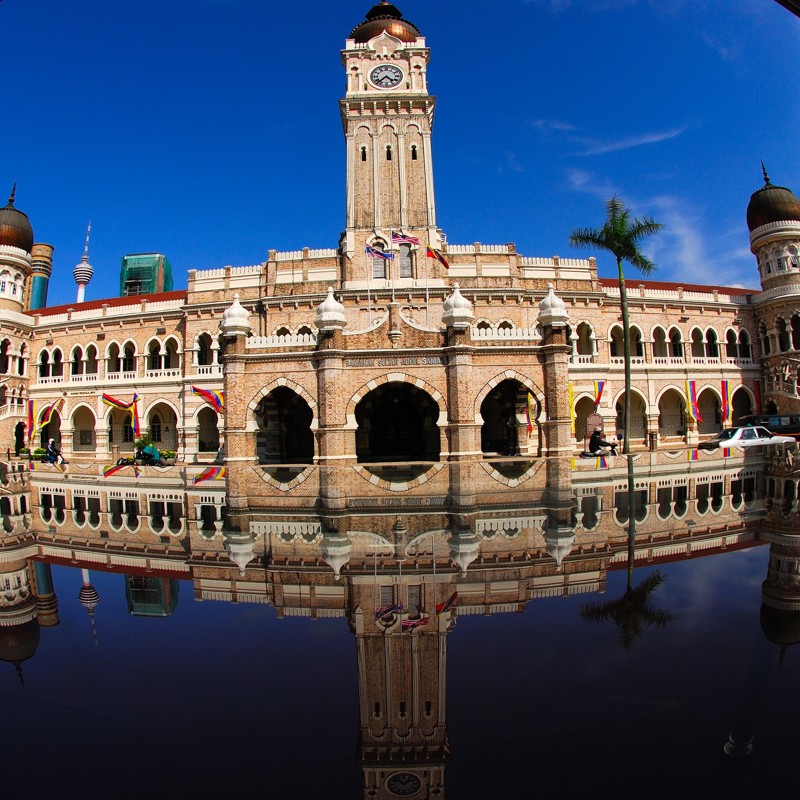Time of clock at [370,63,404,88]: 4:37
